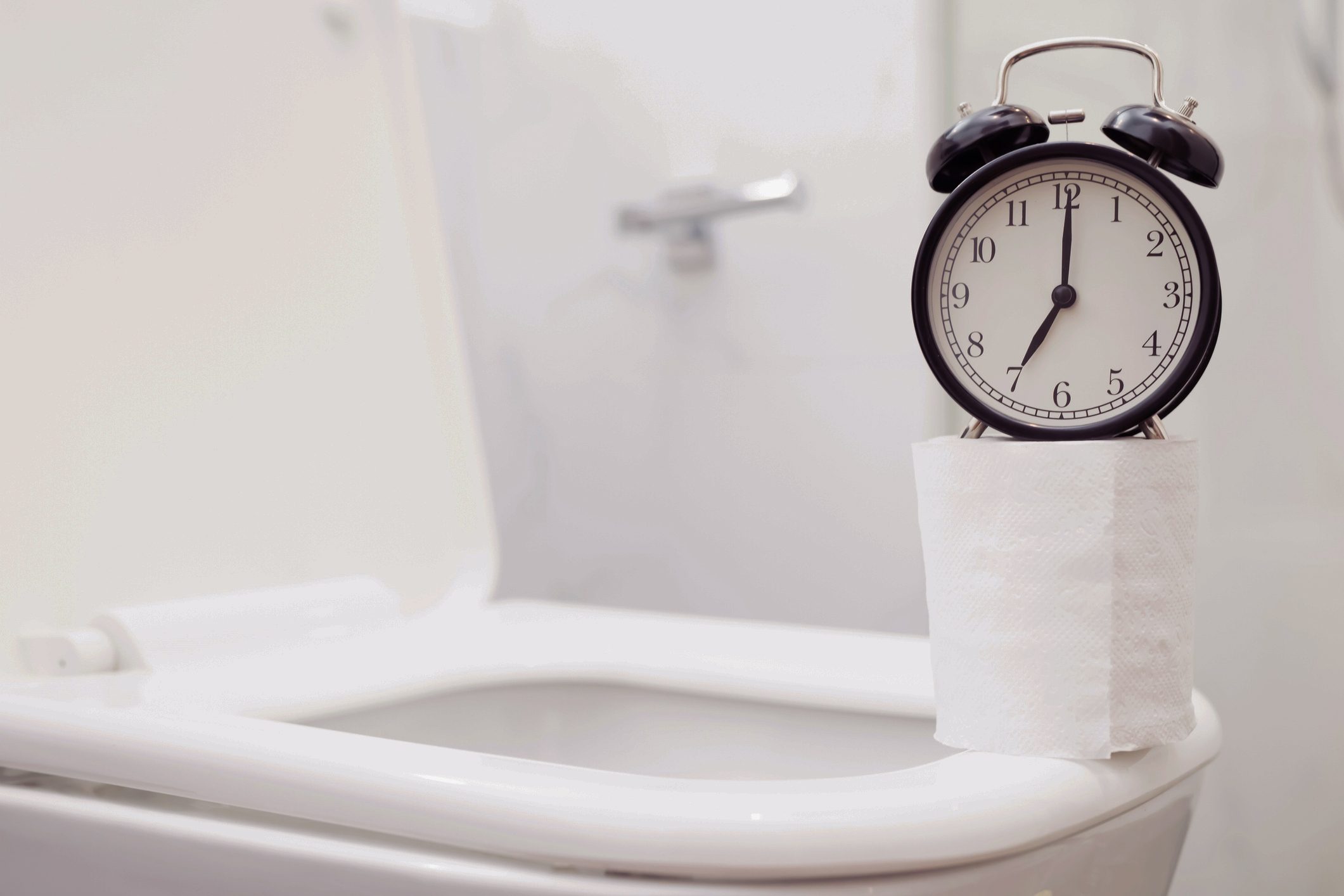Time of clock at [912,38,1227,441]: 7:00
